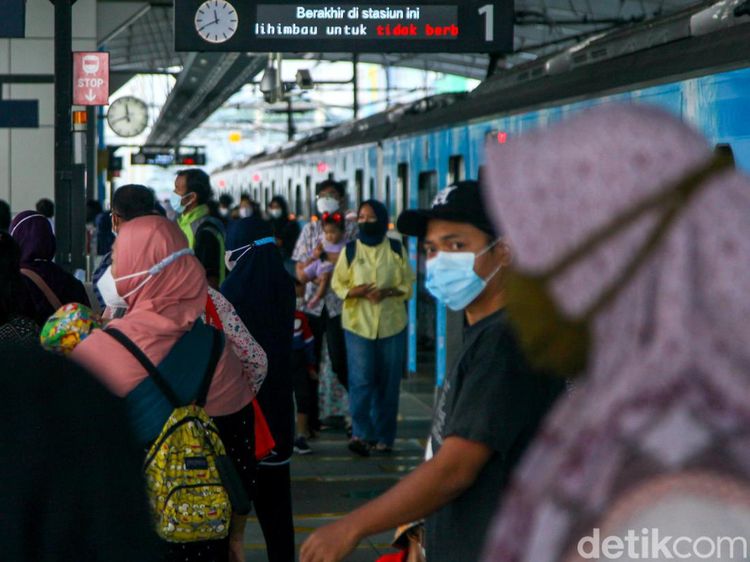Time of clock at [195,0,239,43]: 11:40
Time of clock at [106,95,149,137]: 11:41
